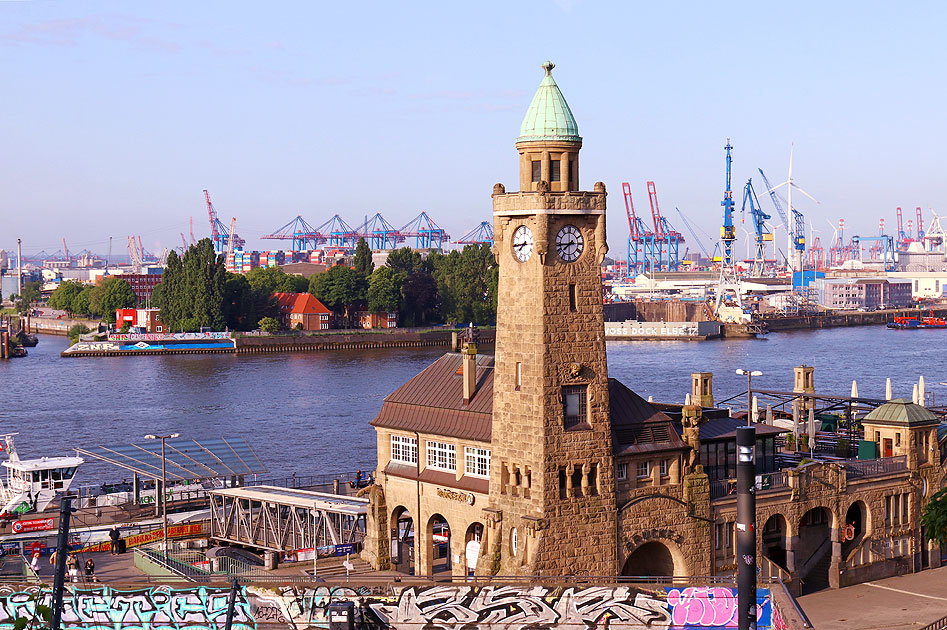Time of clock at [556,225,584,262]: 7:44
